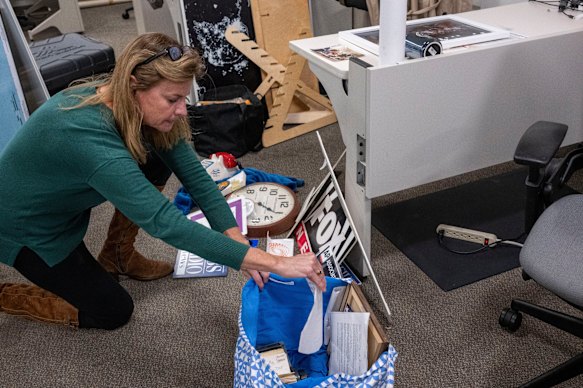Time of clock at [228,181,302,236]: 4:20
